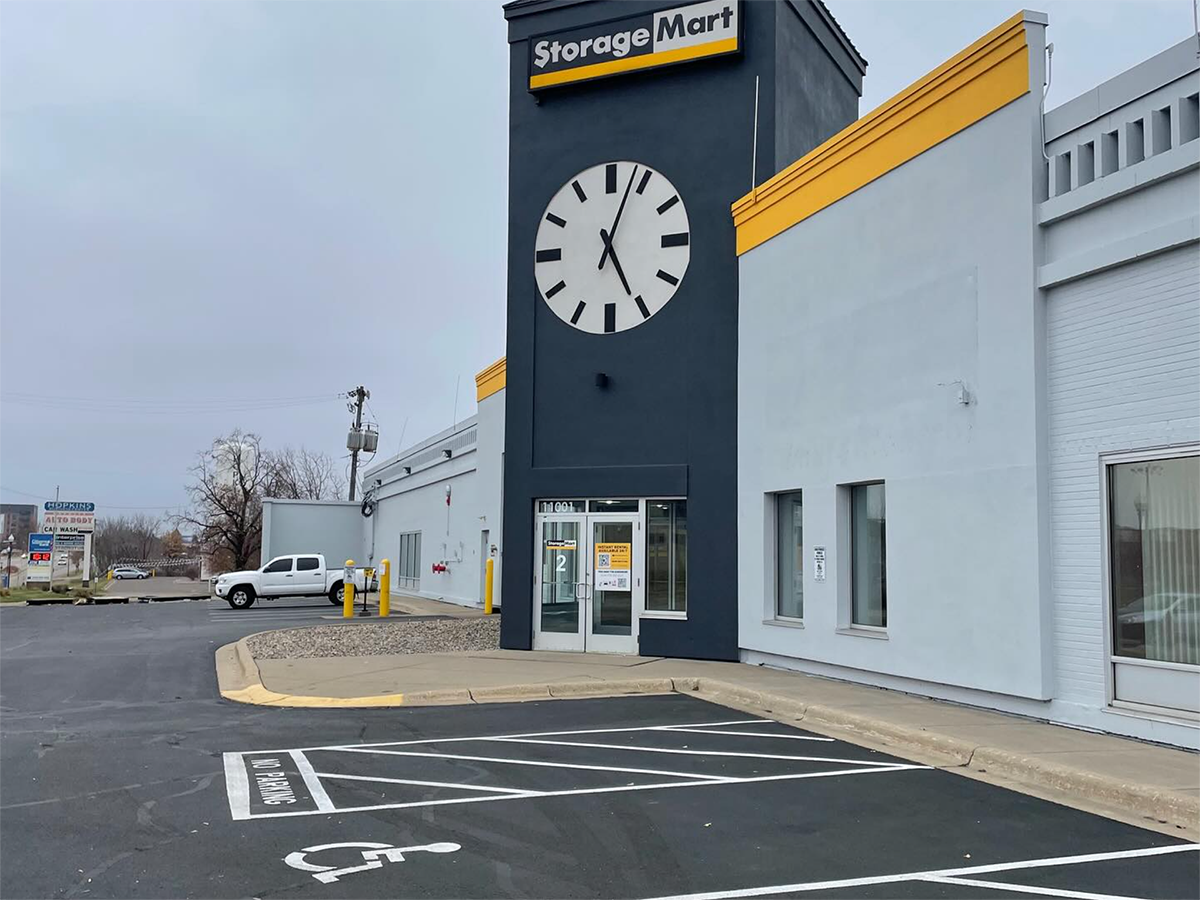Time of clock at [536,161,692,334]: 5:03
